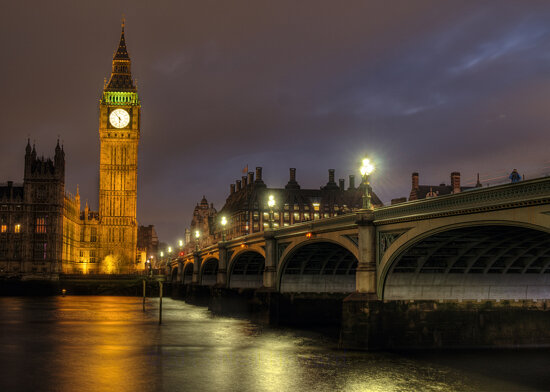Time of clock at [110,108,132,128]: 5:53
